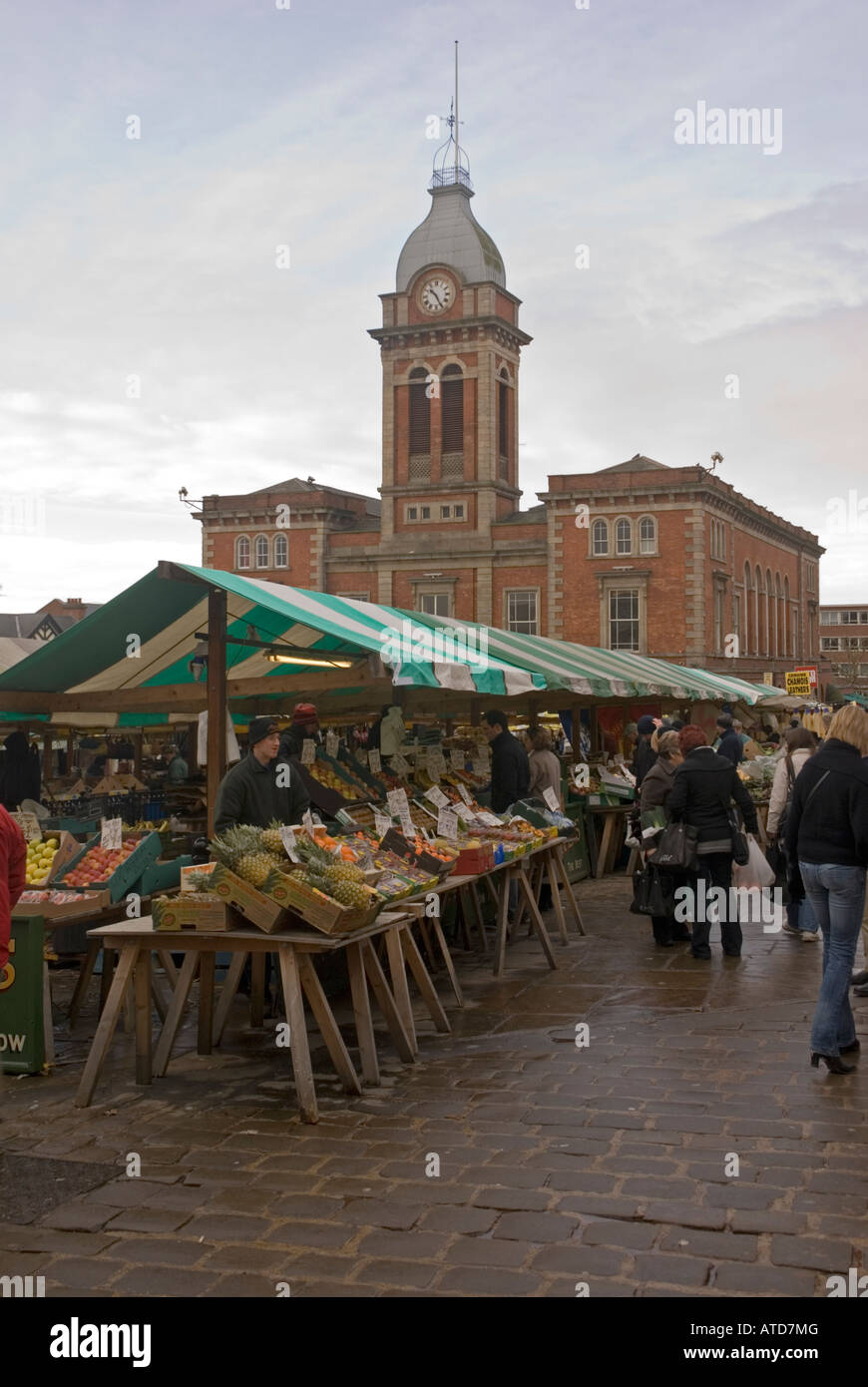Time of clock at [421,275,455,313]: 10:25
